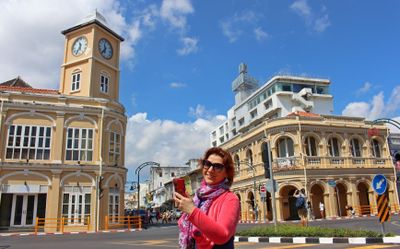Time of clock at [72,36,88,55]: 11:35
